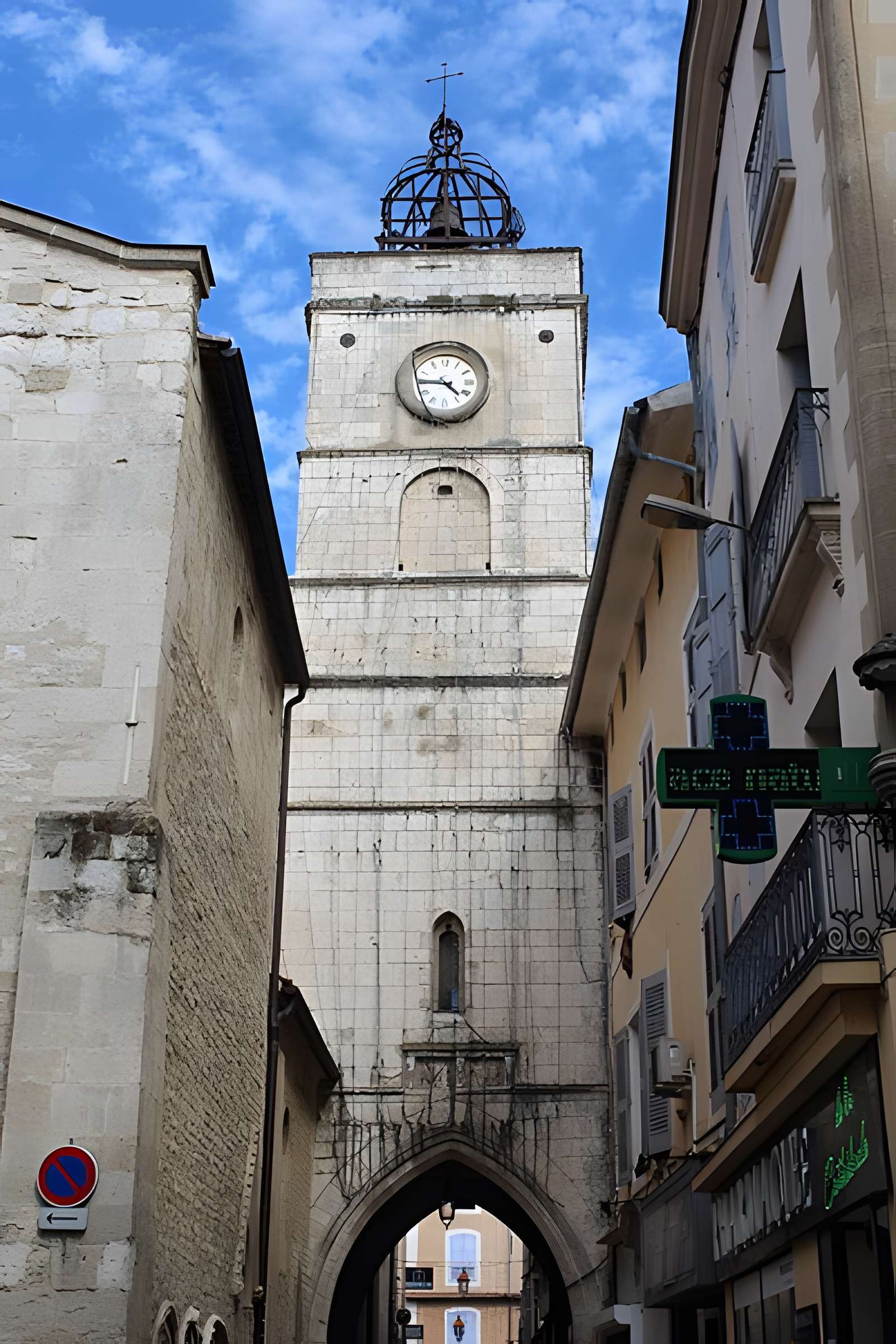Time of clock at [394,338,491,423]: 4:44
